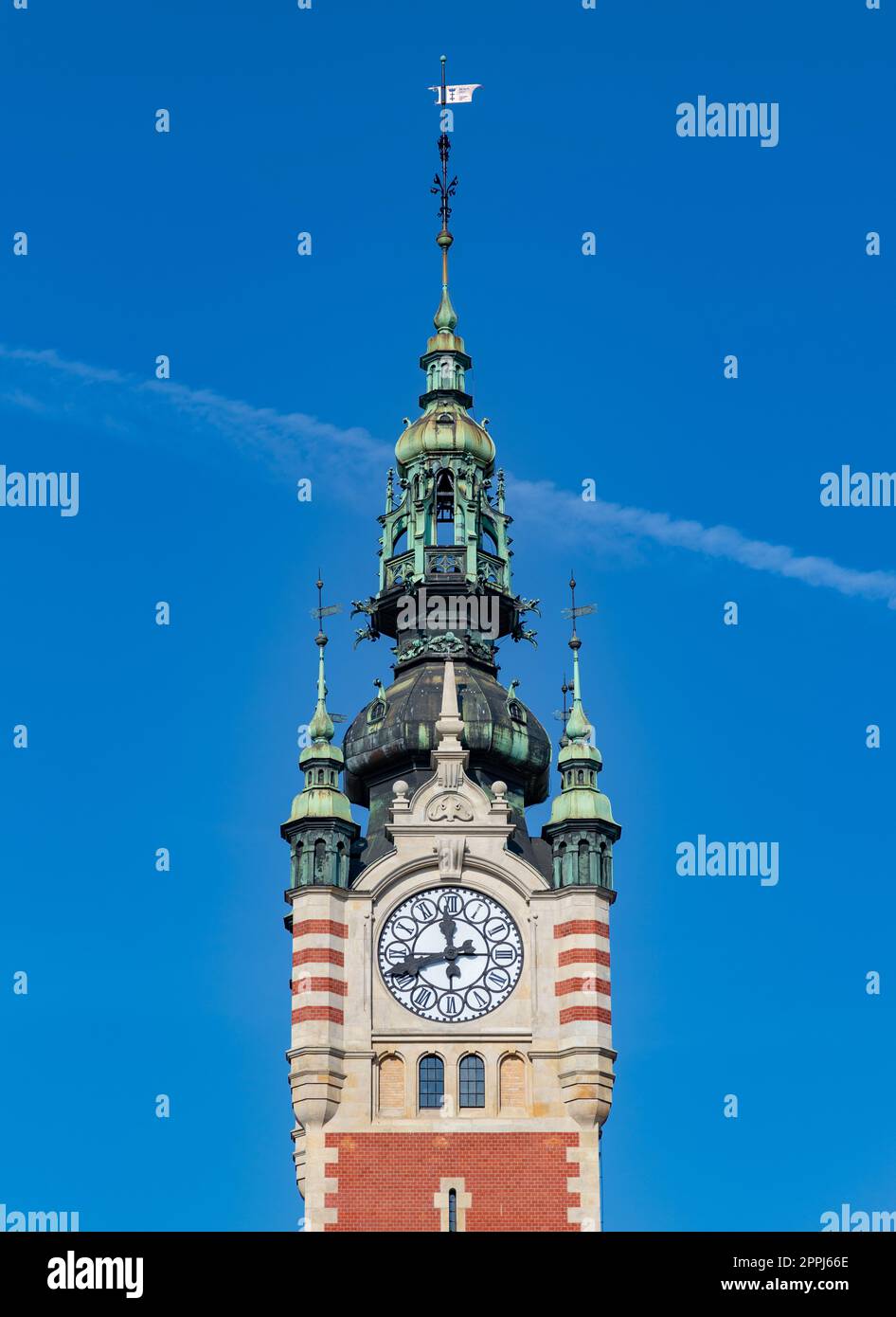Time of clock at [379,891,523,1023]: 11:43
